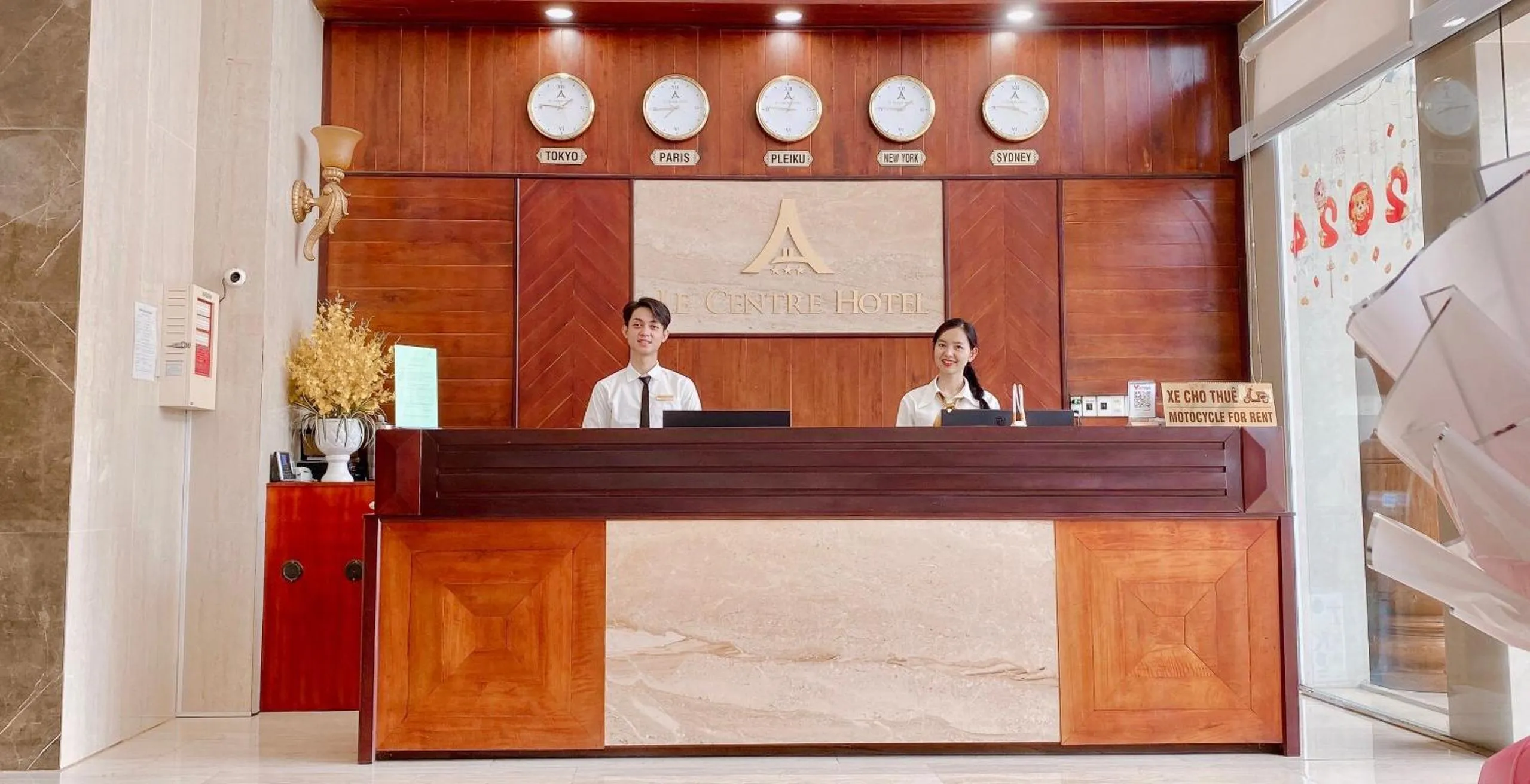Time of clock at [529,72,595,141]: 1:46
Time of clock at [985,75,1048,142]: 11:45
